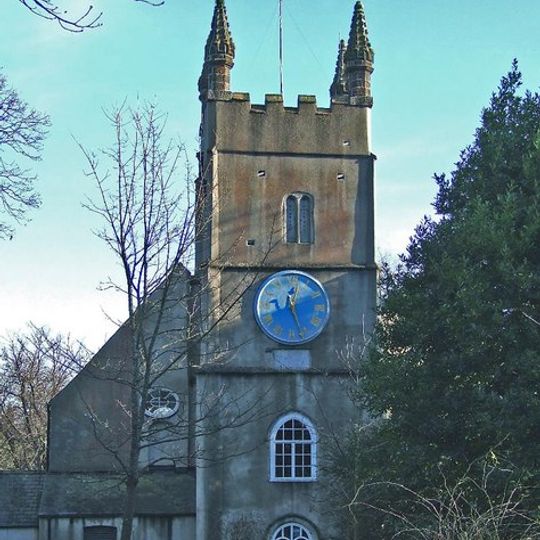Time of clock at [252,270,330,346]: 12:26
